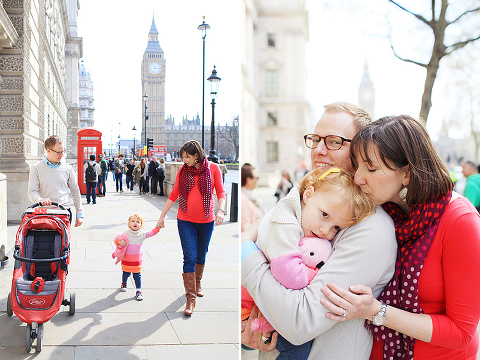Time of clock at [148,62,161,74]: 11:14
